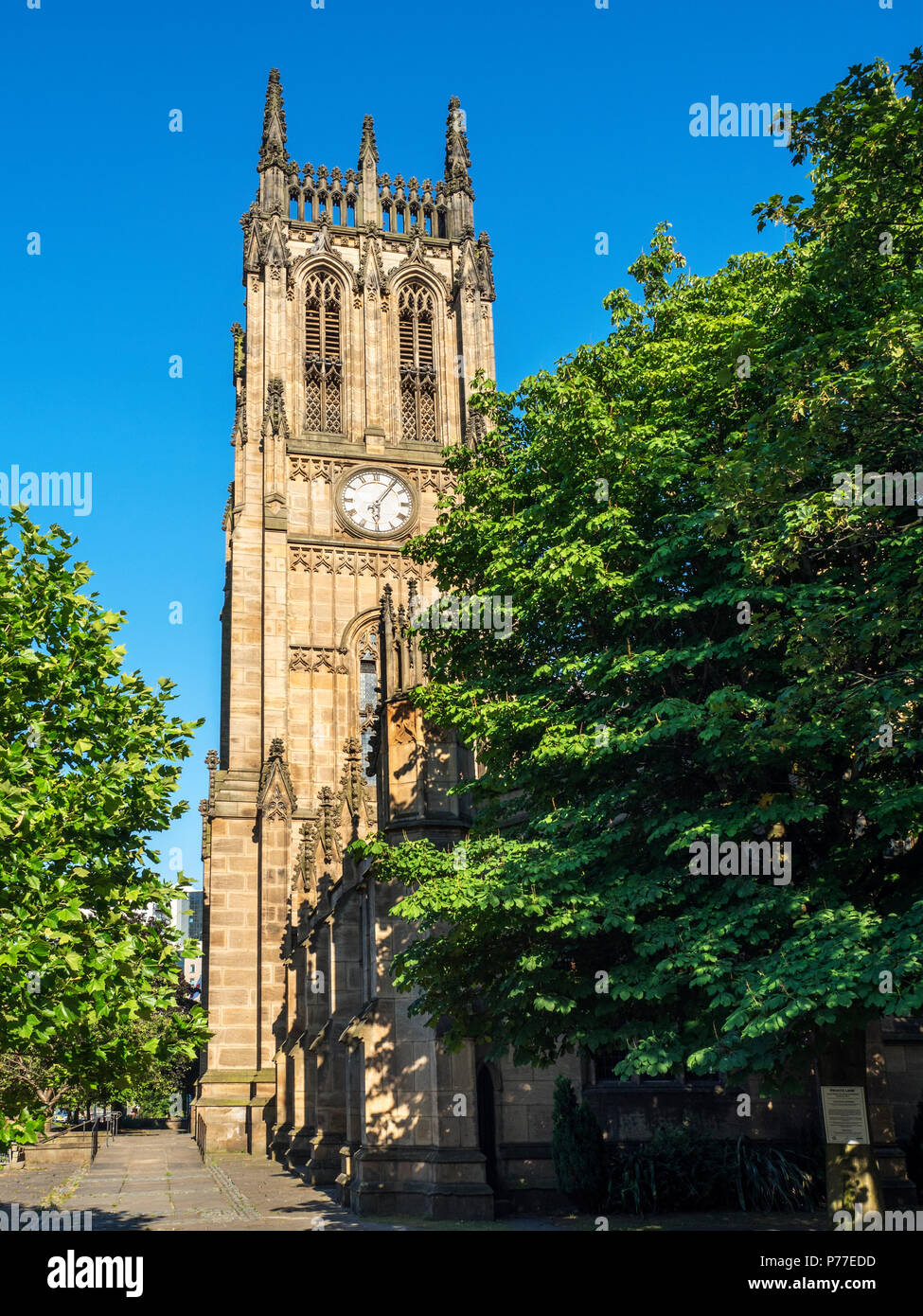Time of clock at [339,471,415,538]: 6:06
